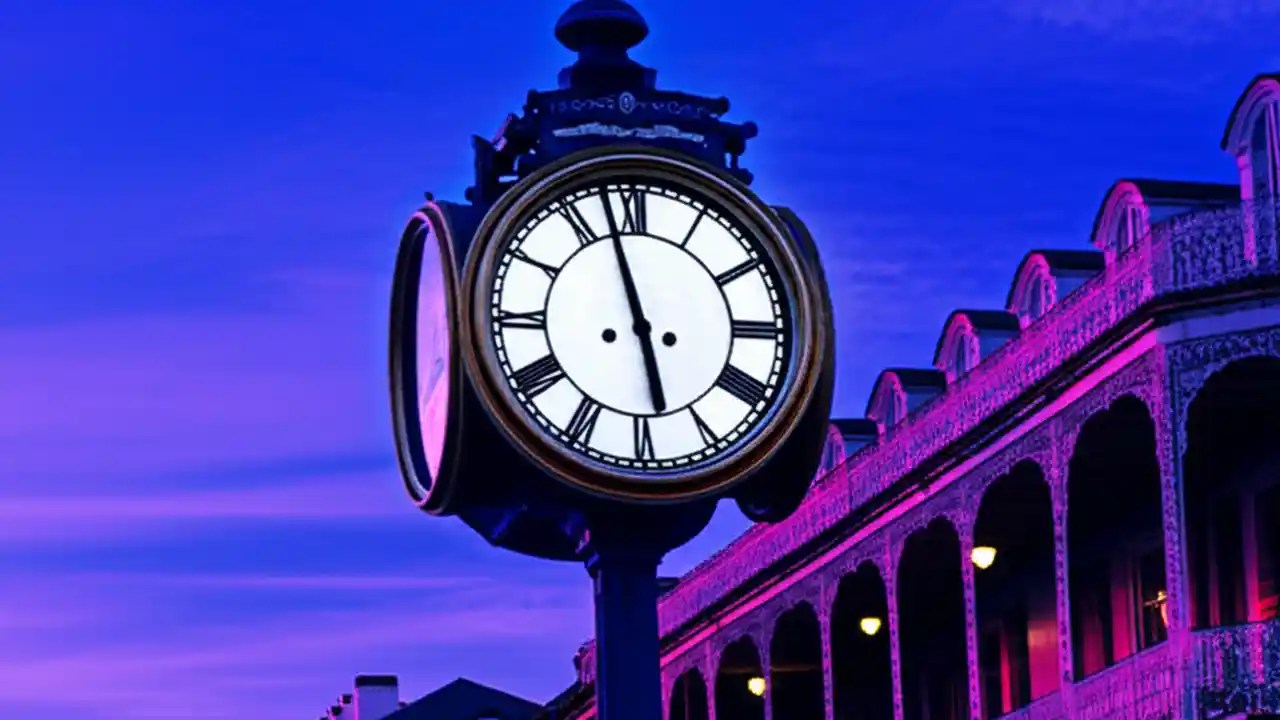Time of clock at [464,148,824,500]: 5:57
